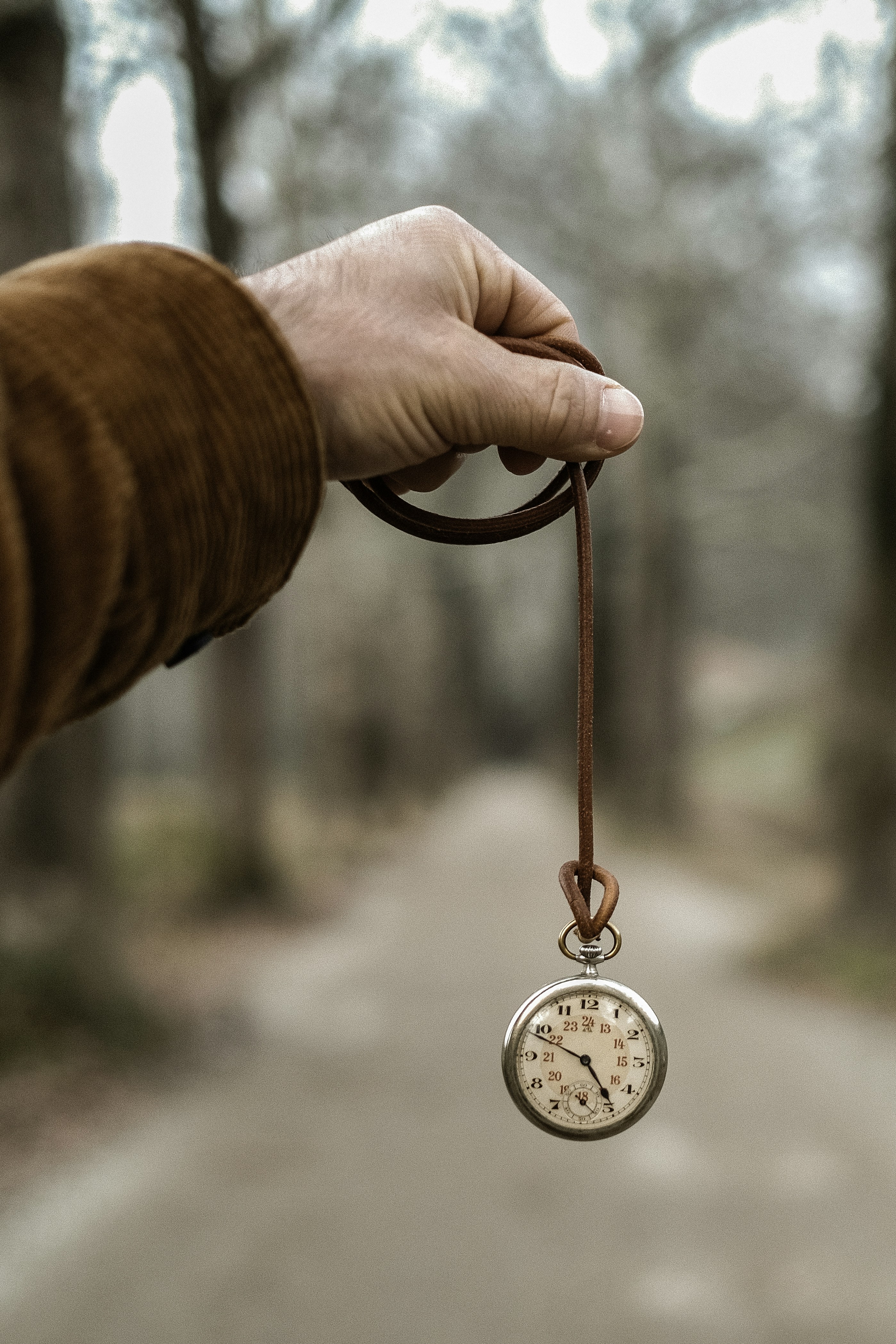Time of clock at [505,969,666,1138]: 4:48
